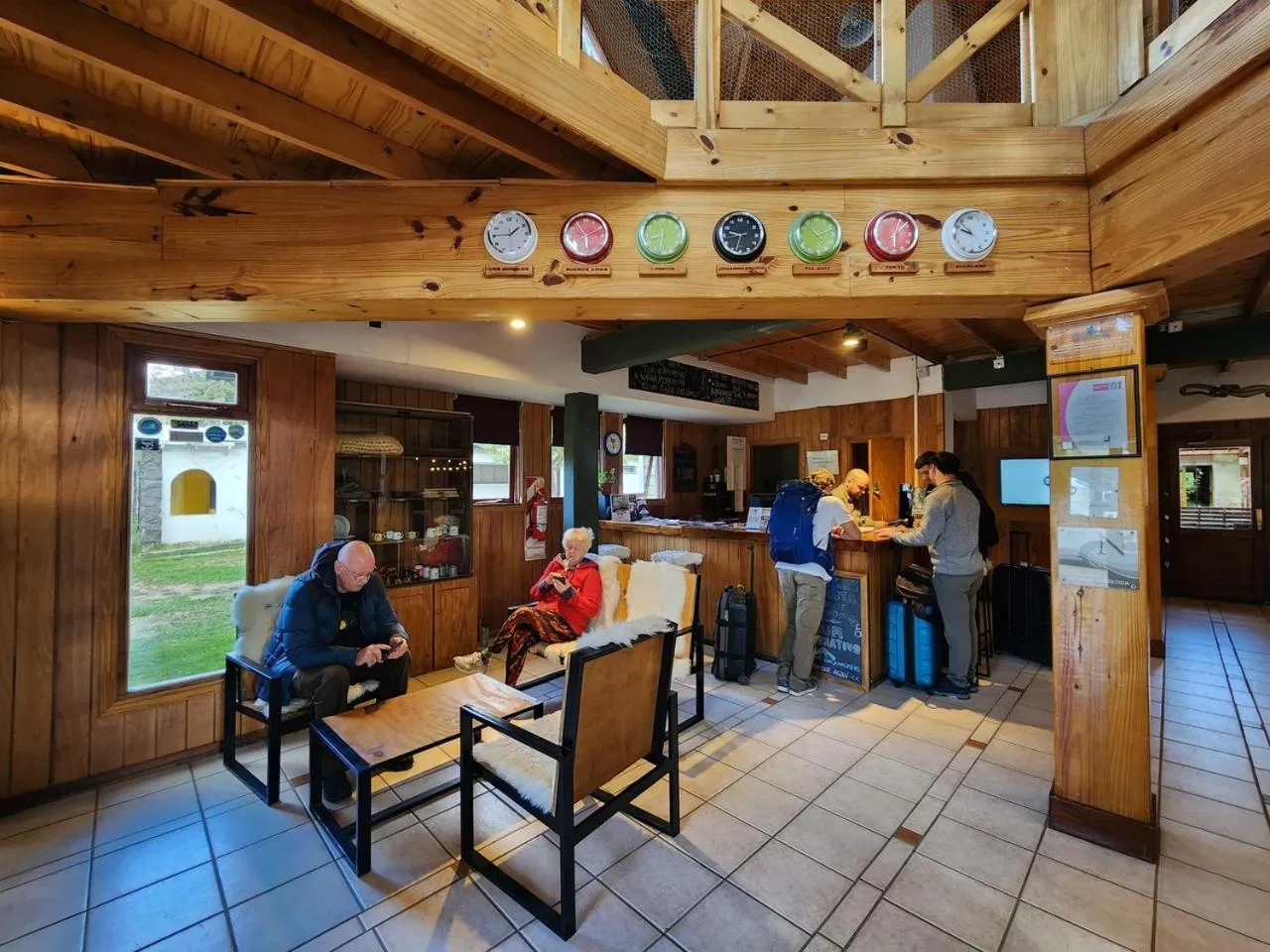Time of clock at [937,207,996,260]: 9:53
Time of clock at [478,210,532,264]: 1:45
